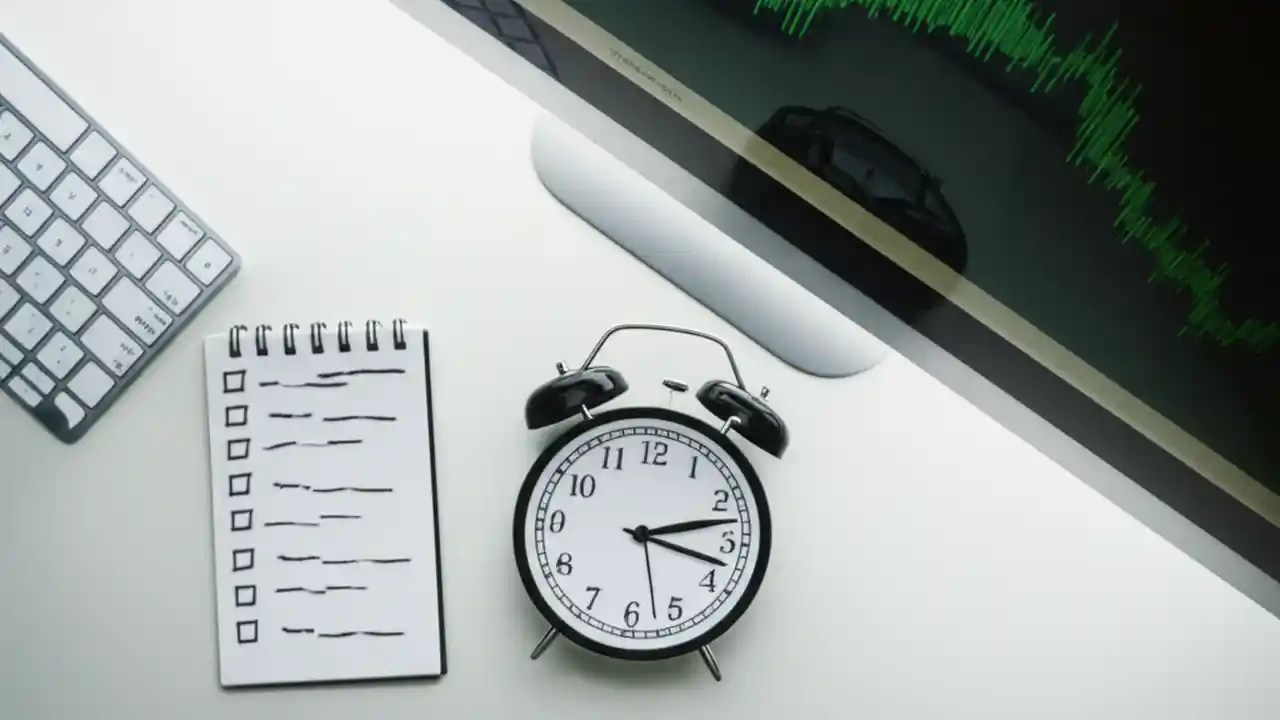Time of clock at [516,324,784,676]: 3:12
